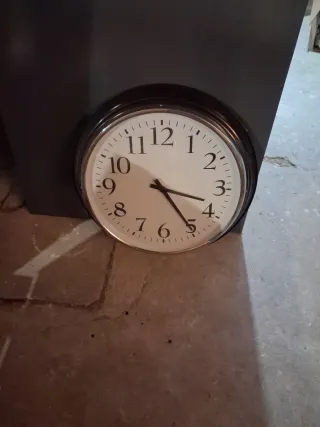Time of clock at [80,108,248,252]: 3:24
